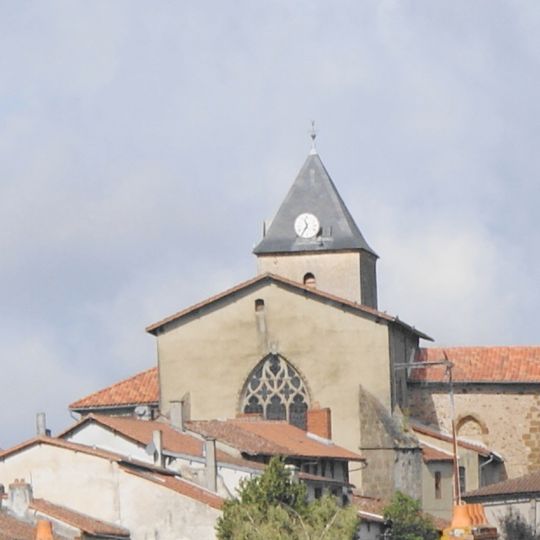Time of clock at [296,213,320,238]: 11:35
